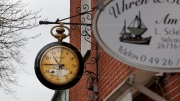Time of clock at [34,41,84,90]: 10:45
